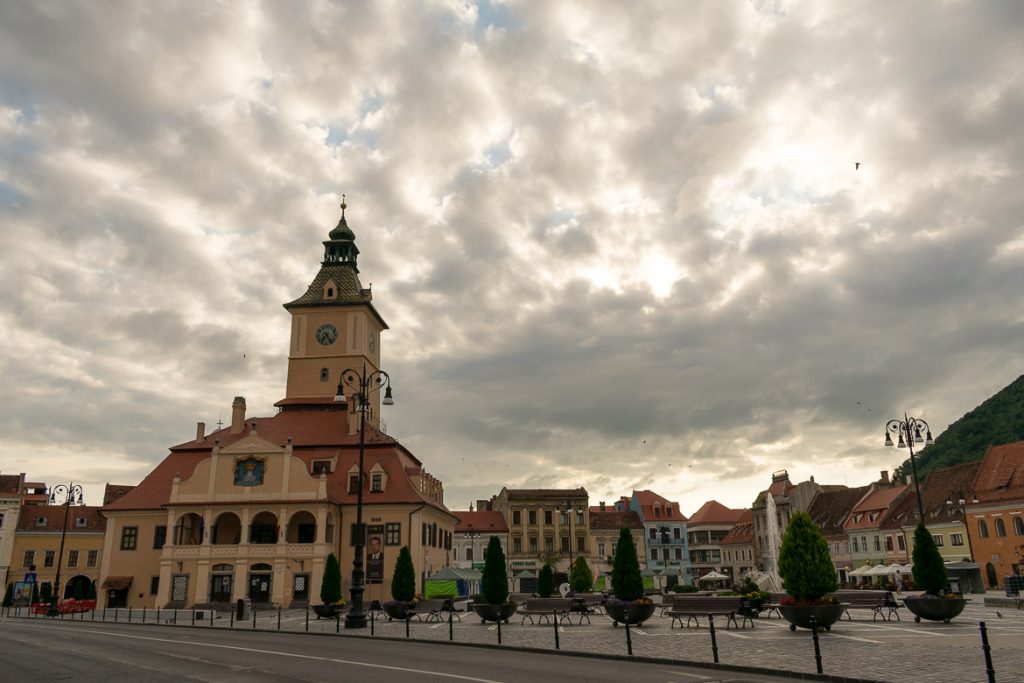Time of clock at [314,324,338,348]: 7:24
